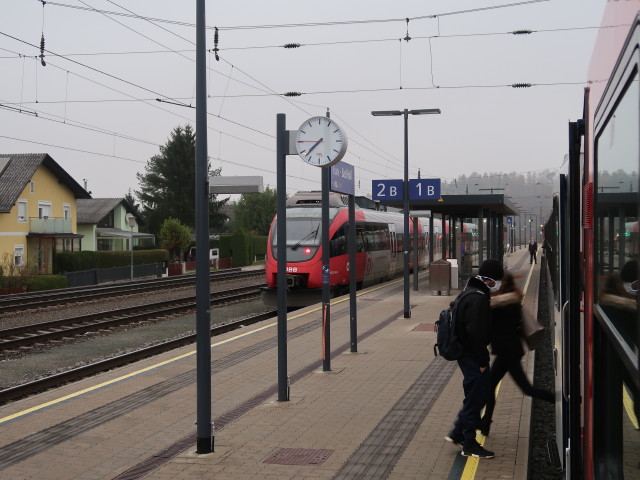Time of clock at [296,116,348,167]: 7:37
